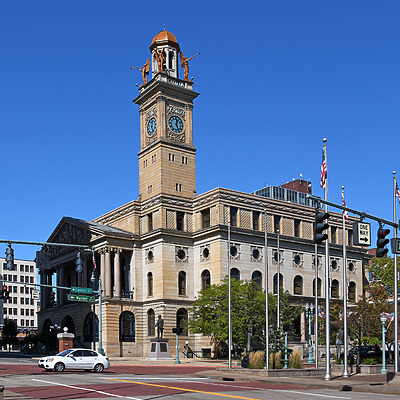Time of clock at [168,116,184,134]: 12:26
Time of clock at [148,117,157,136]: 12:23
